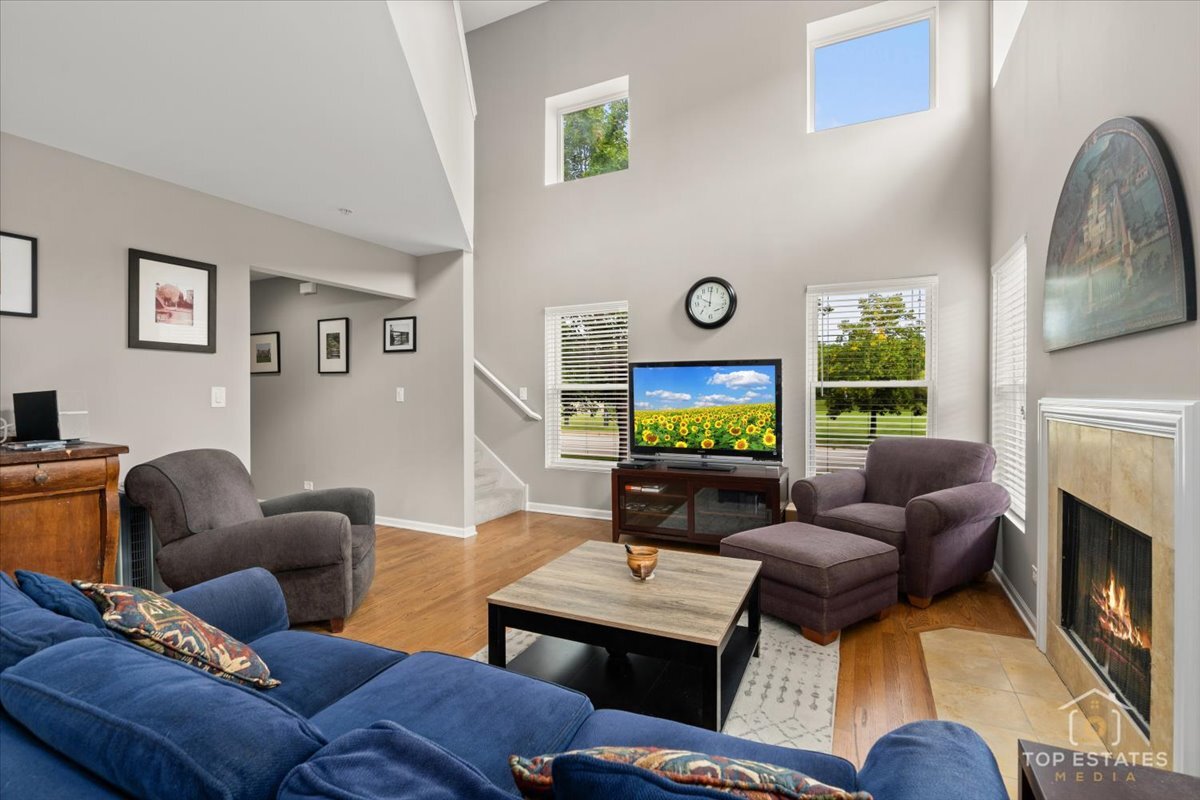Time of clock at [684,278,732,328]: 10:00
